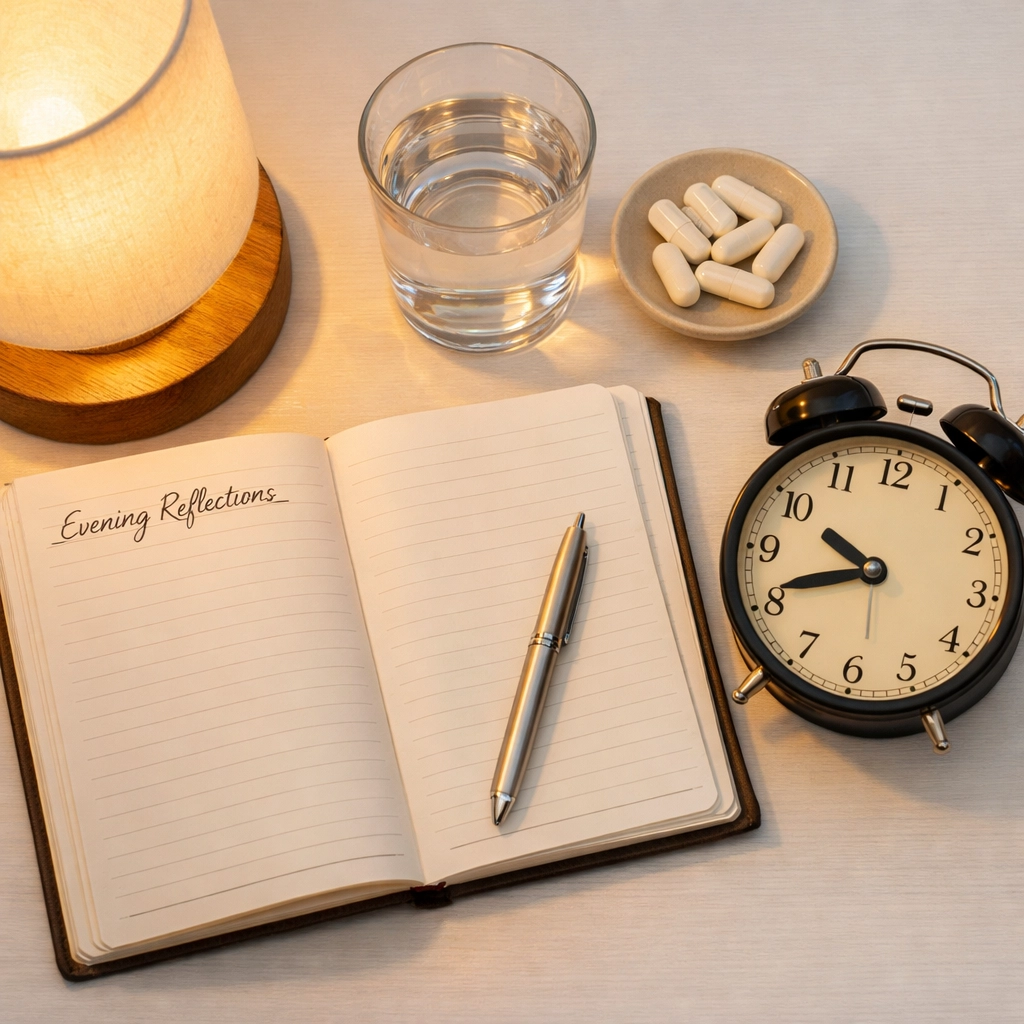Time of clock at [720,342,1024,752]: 9:41
